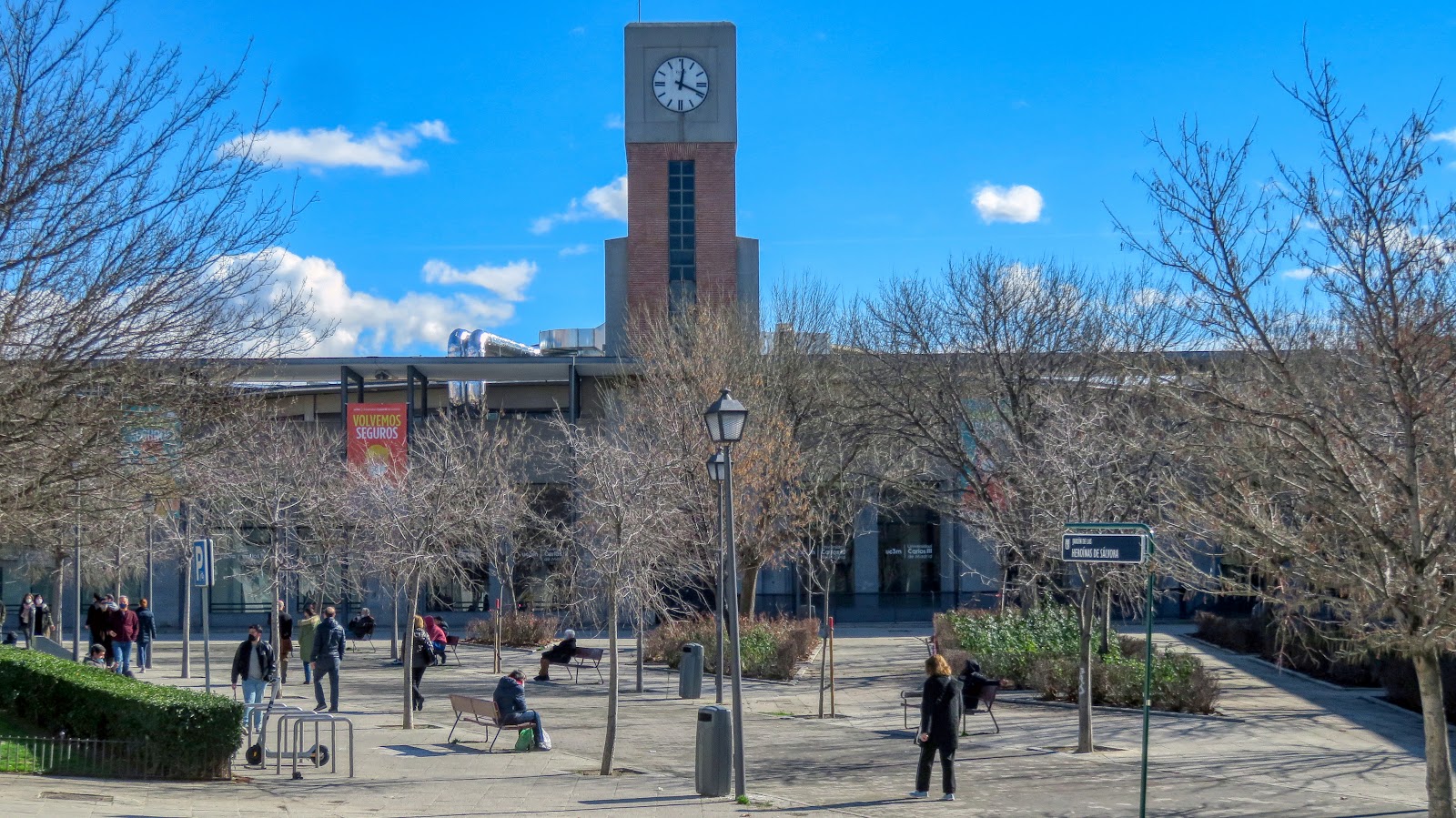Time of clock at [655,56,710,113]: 12:18
